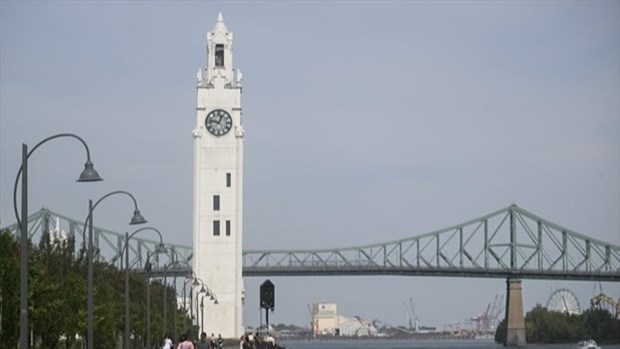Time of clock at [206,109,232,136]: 12:47
